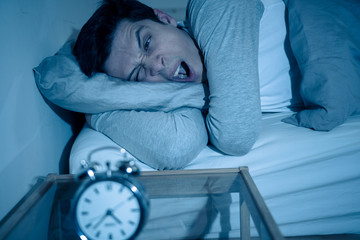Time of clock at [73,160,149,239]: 4:37
